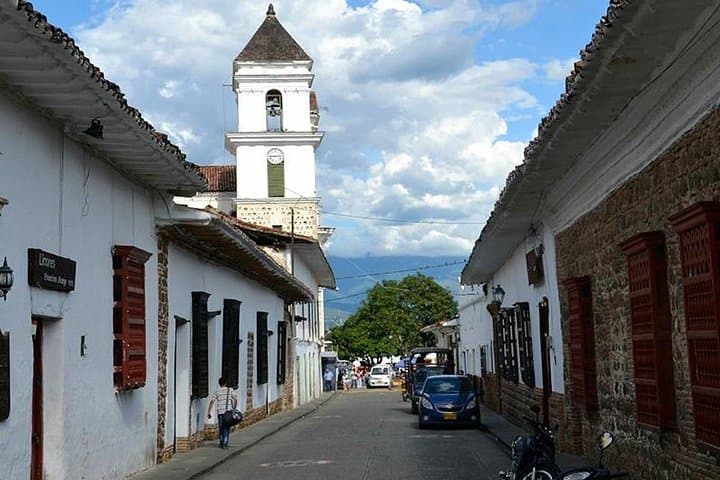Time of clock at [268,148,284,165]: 2:44
